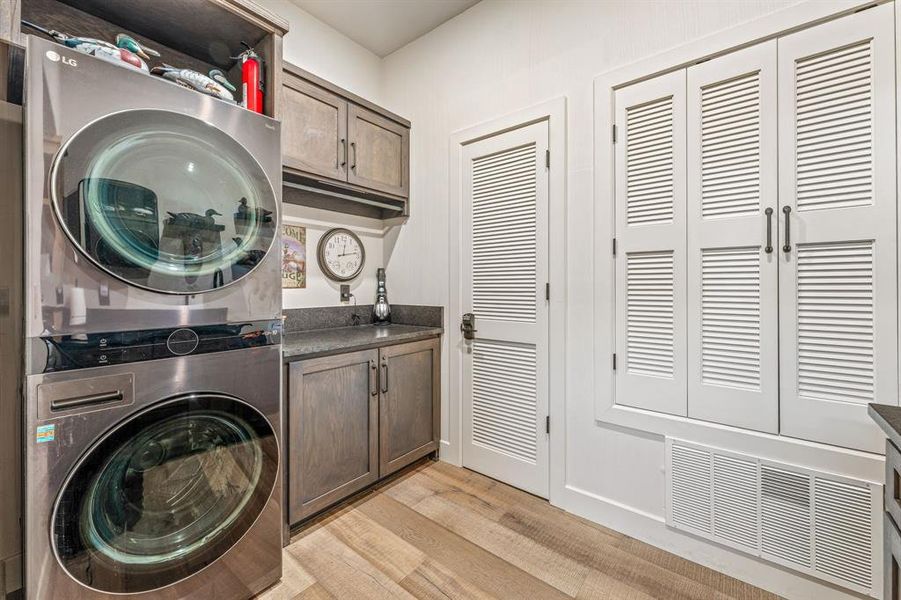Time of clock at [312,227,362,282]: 12:12
